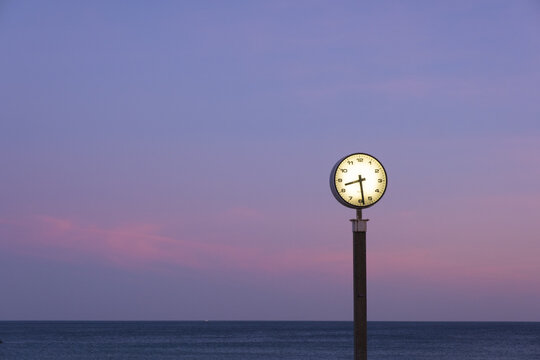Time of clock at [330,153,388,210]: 8:28
